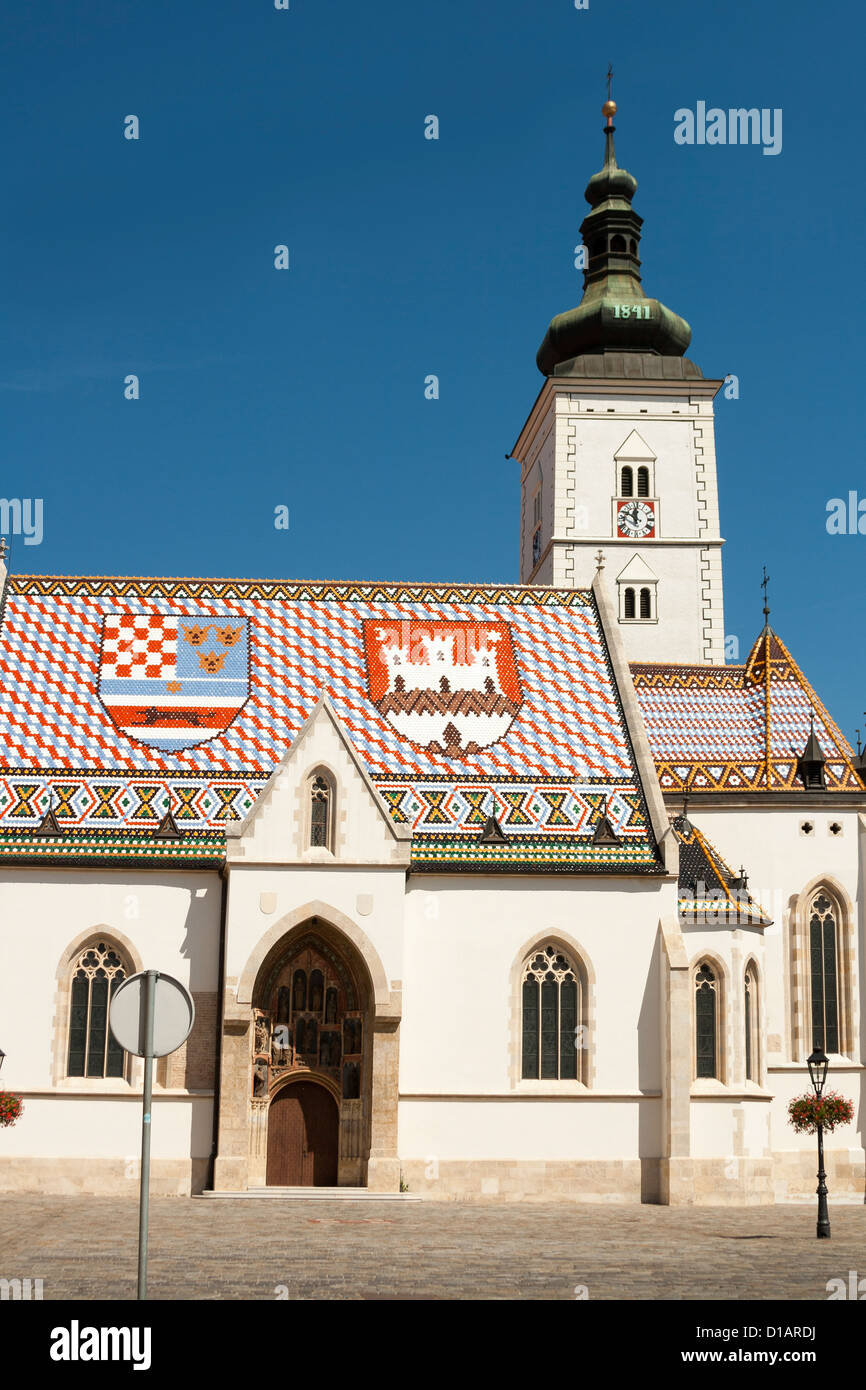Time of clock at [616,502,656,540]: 11:50
